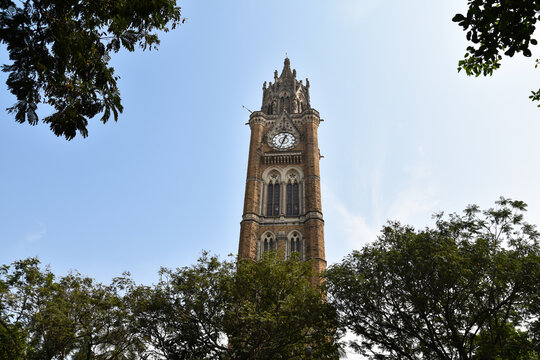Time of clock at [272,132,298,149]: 12:33
